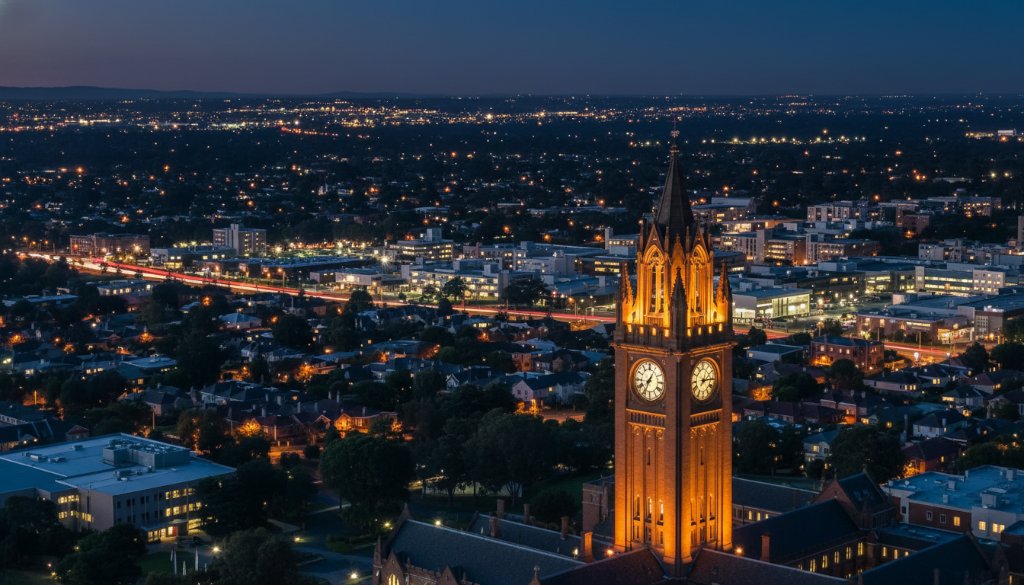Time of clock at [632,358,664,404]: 7:34
